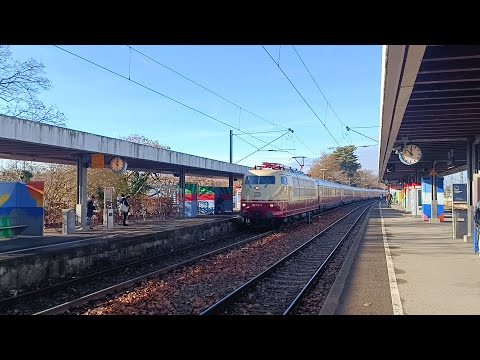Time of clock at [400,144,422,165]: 11:52
